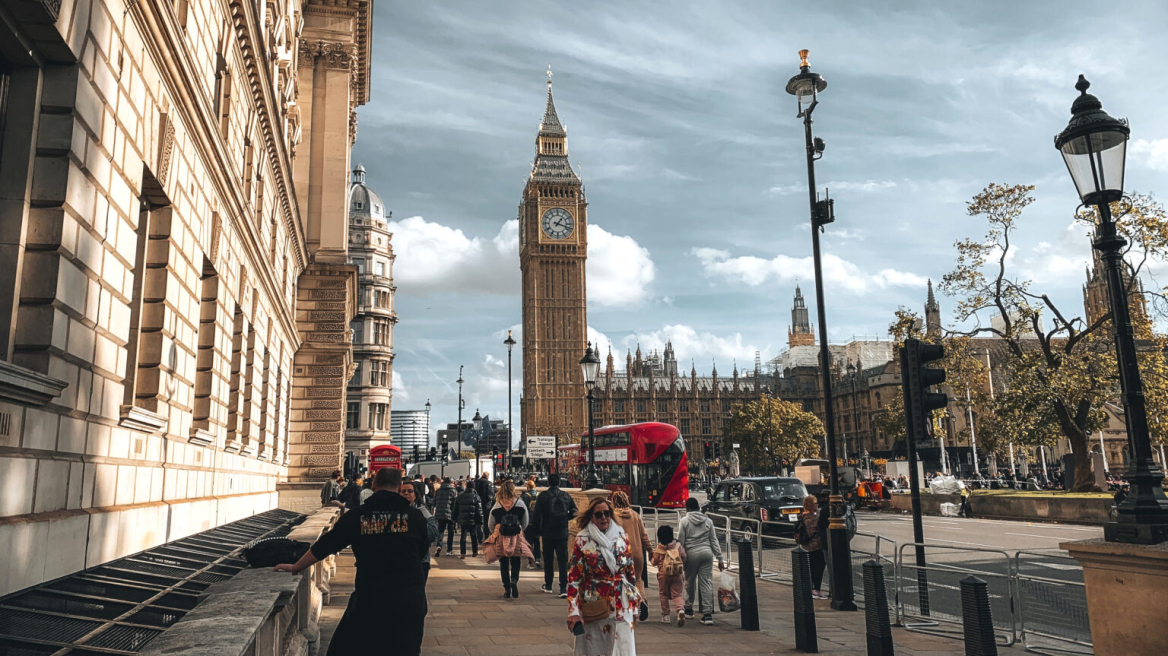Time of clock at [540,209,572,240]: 1:18
